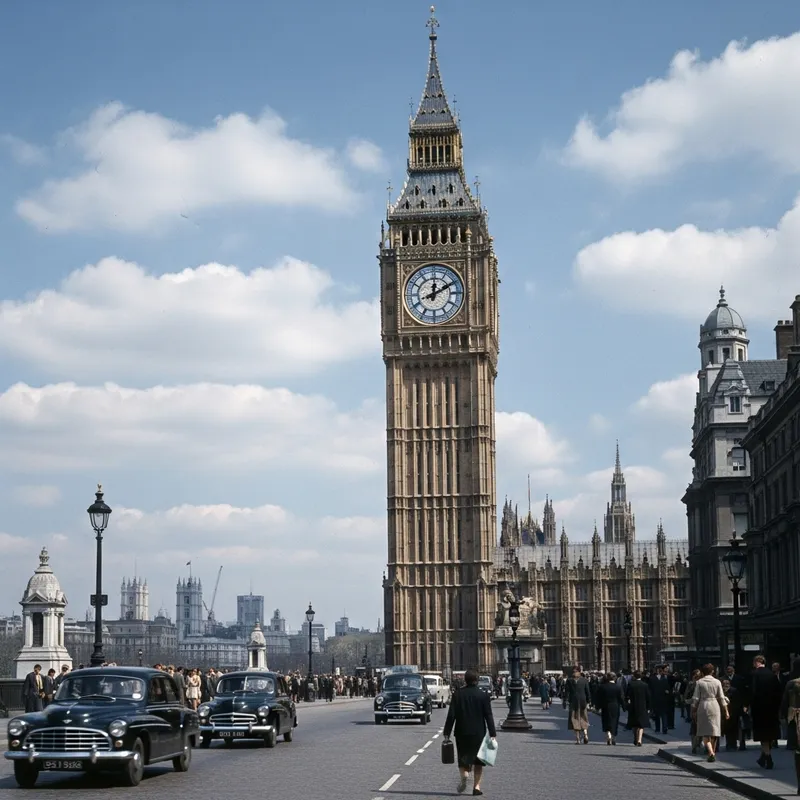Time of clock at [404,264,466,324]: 12:10
